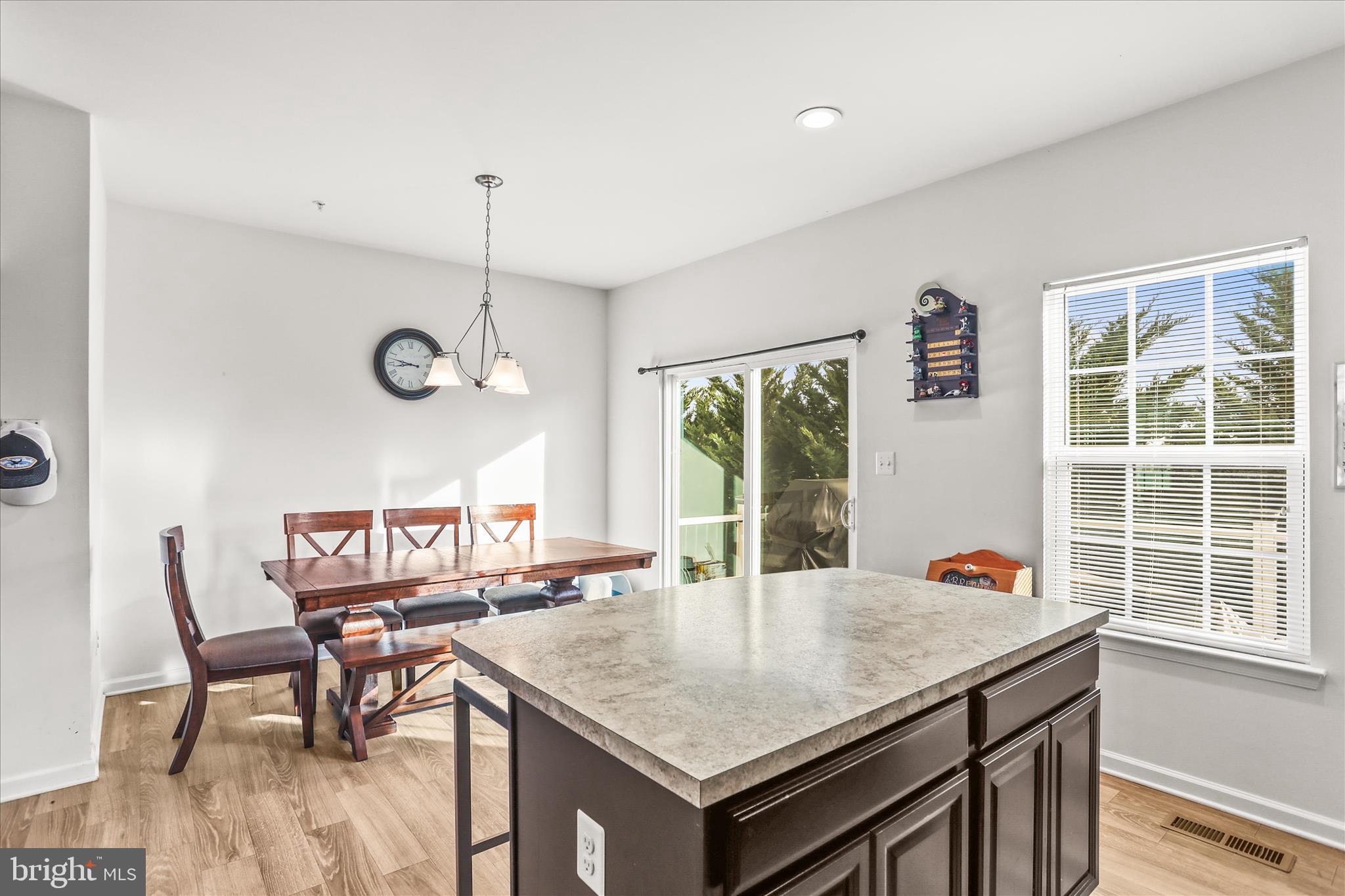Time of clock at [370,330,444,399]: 8:47
